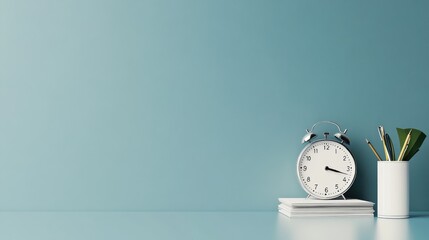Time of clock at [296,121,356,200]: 3:17
